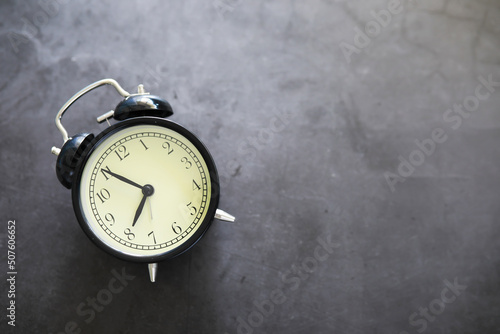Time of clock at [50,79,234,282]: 6:50
